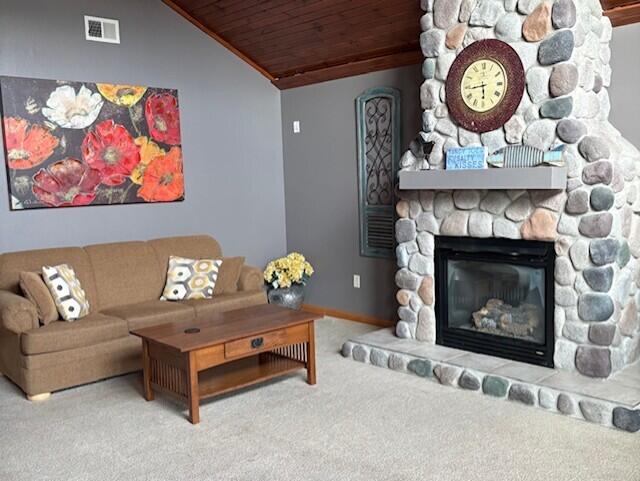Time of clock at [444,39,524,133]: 5:43
